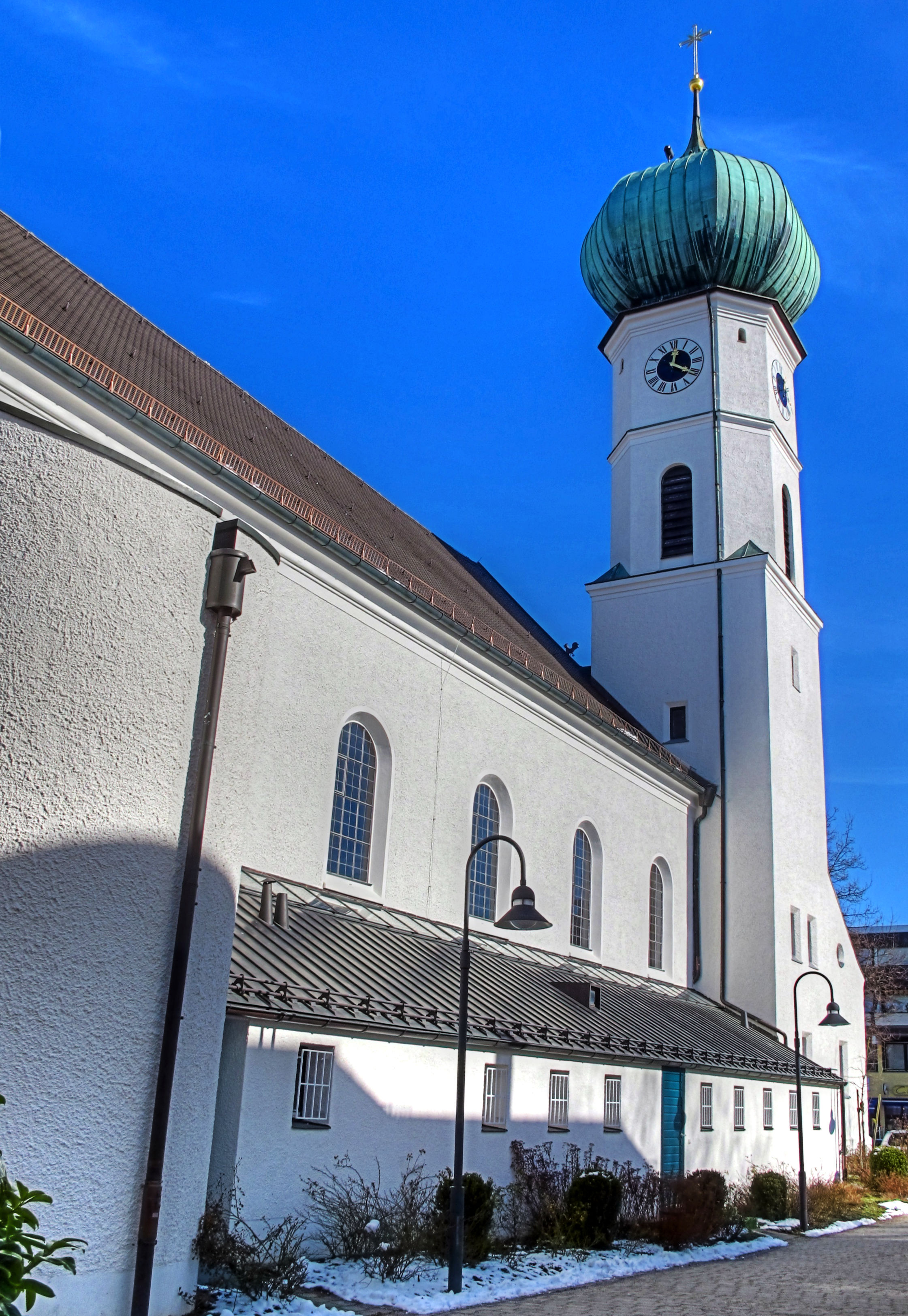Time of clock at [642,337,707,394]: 12:20
